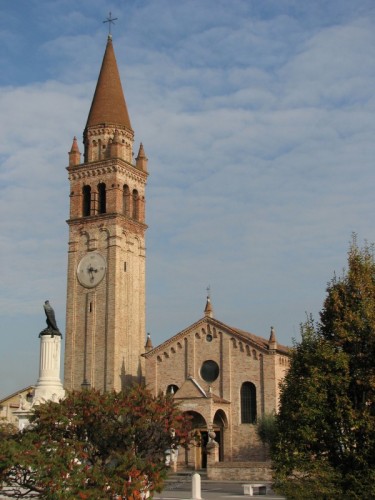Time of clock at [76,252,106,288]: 3:27
